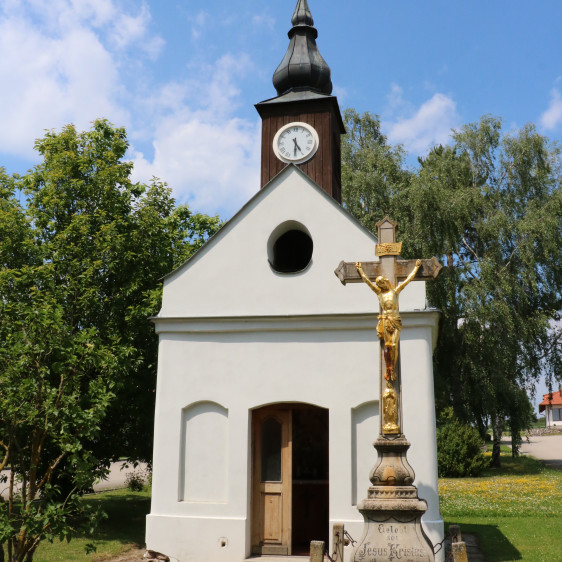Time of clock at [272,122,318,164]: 4:29
